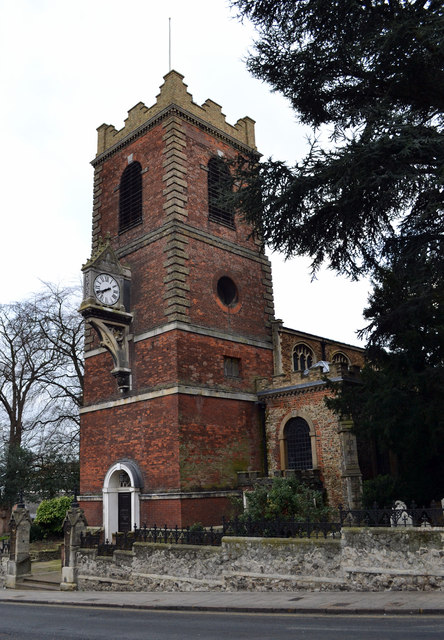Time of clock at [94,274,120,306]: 7:40
